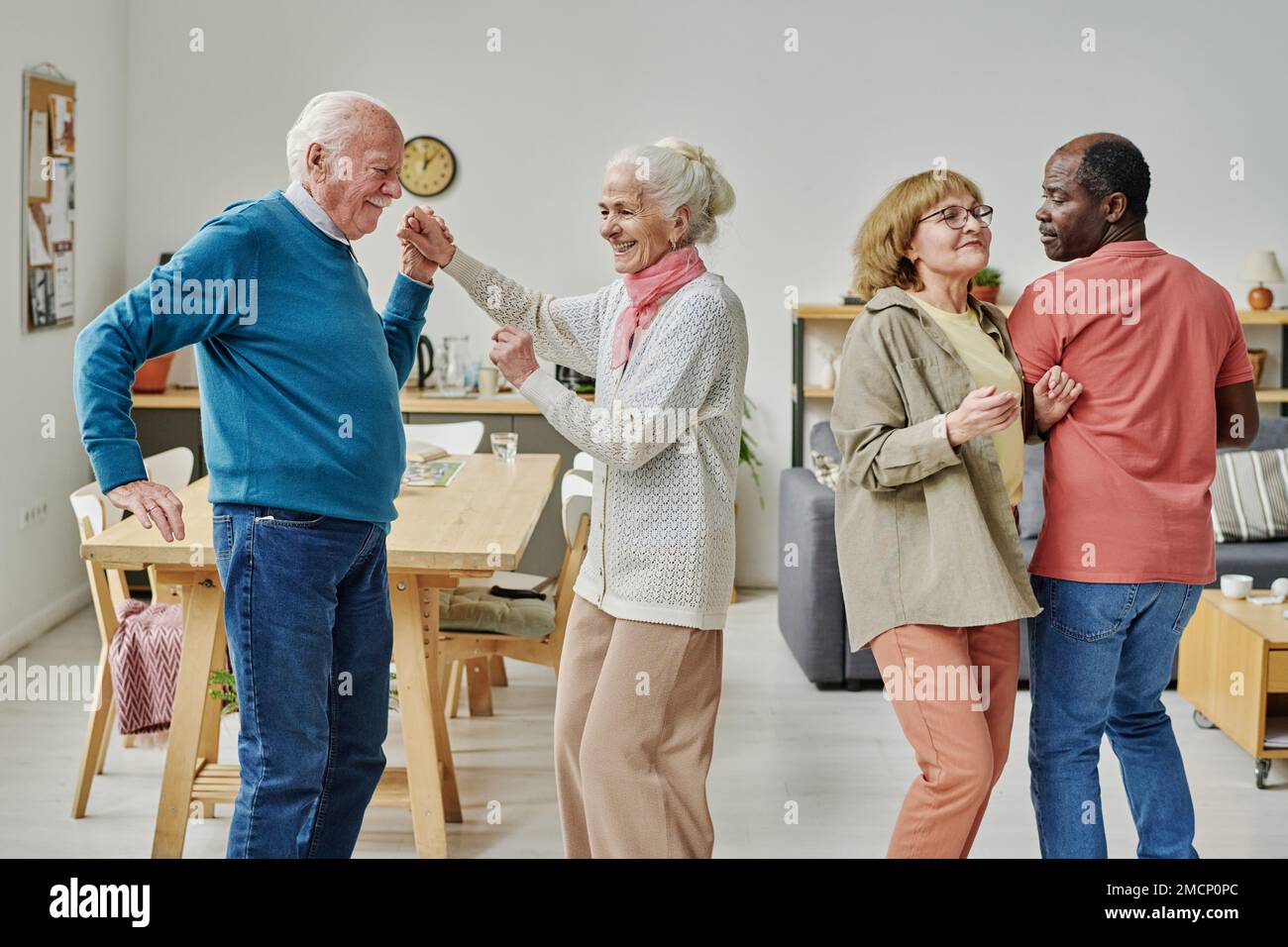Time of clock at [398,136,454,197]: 12:06
